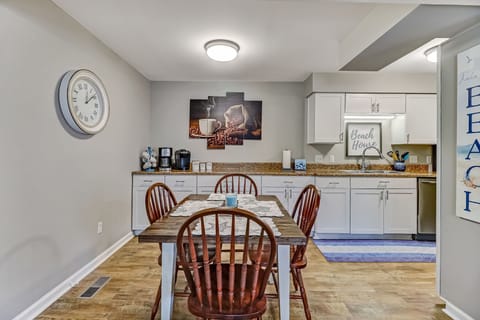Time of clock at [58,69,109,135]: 12:09
